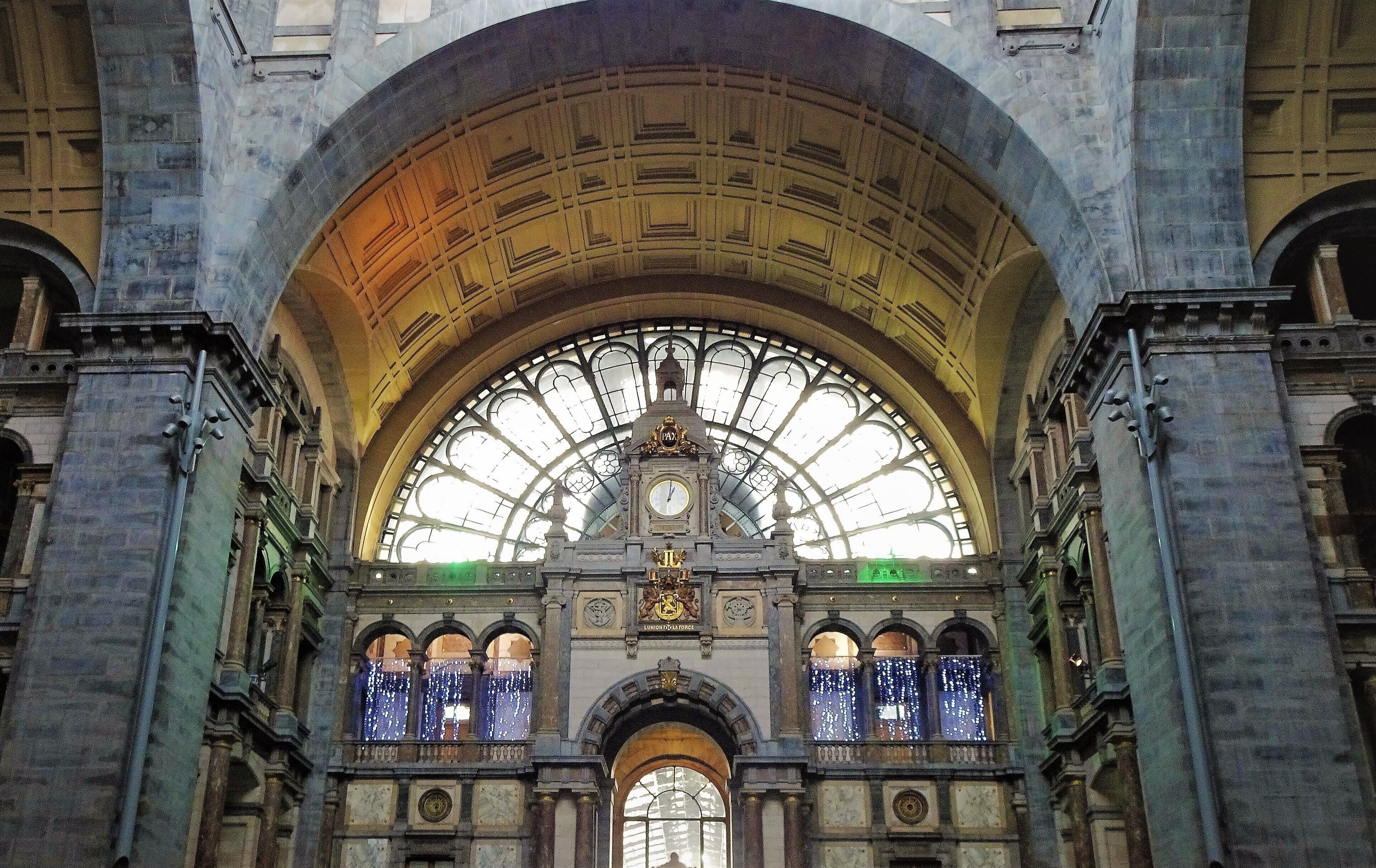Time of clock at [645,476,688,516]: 1:01
